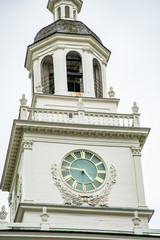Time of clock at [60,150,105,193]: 4:46
